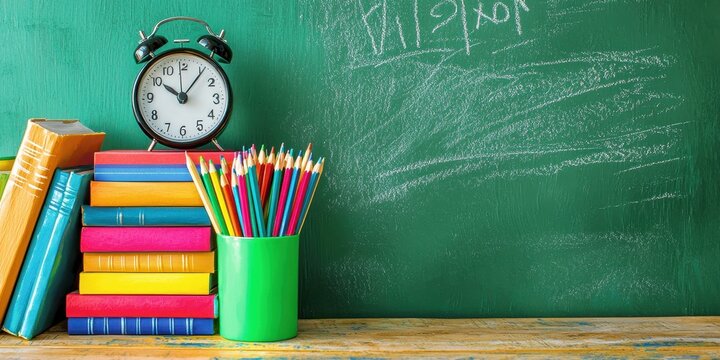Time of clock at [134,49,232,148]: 10:06
